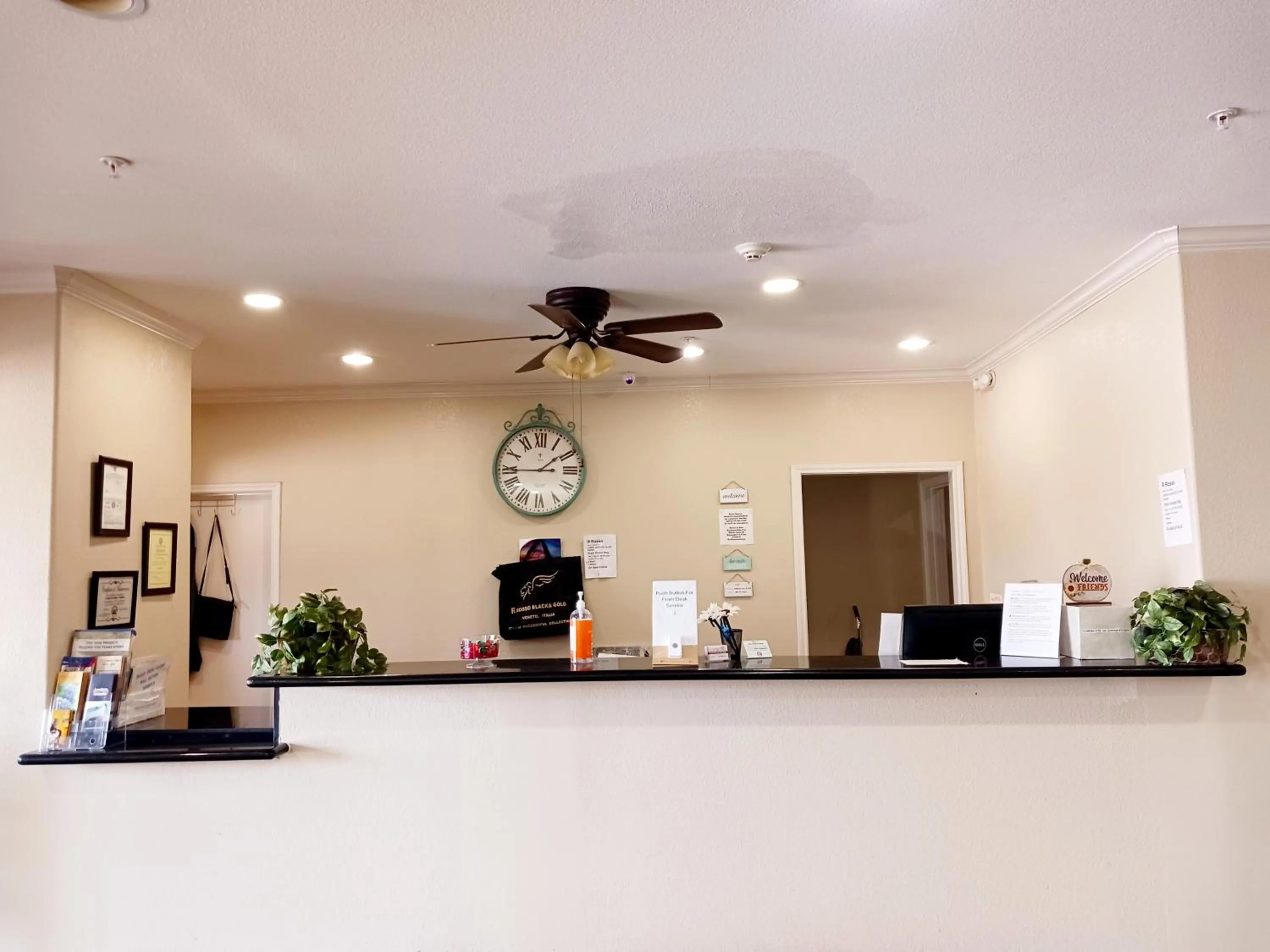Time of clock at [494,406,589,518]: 1:44
